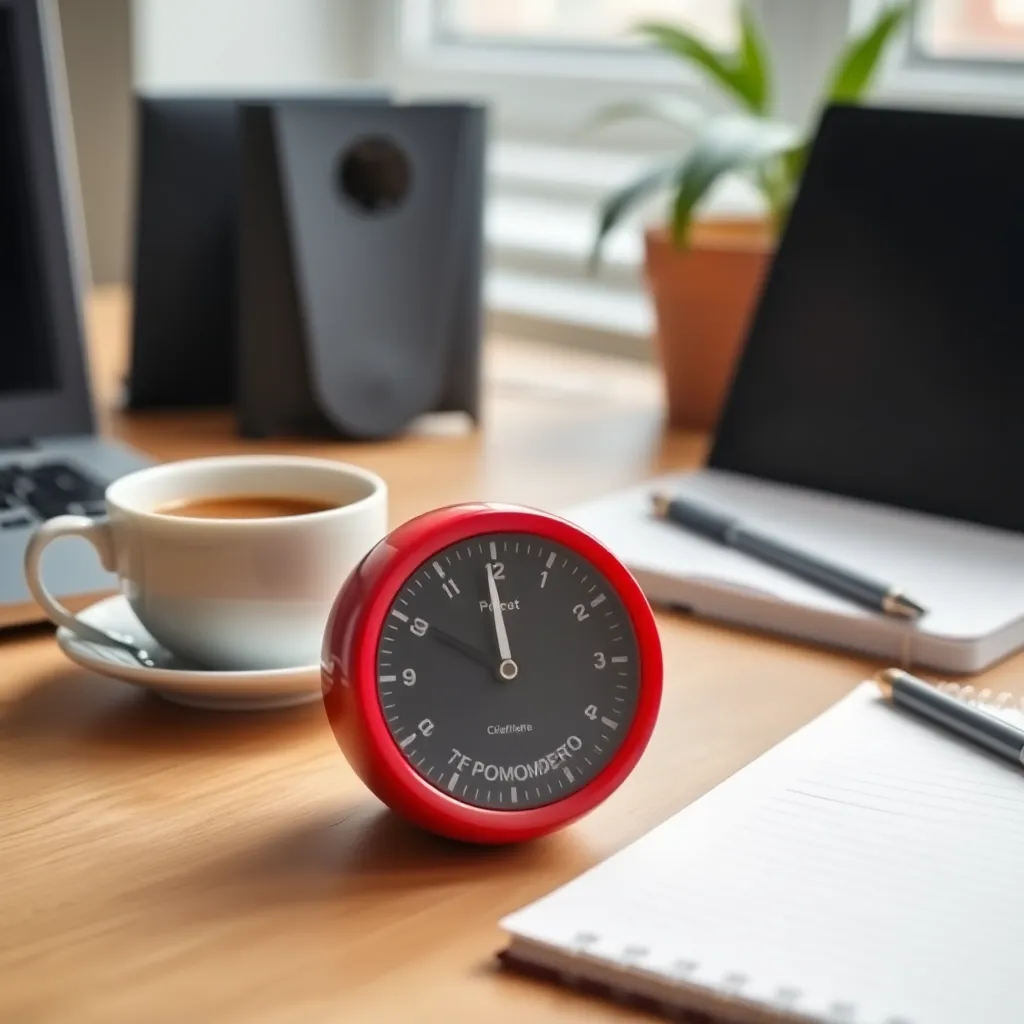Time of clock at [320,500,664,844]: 9:59
